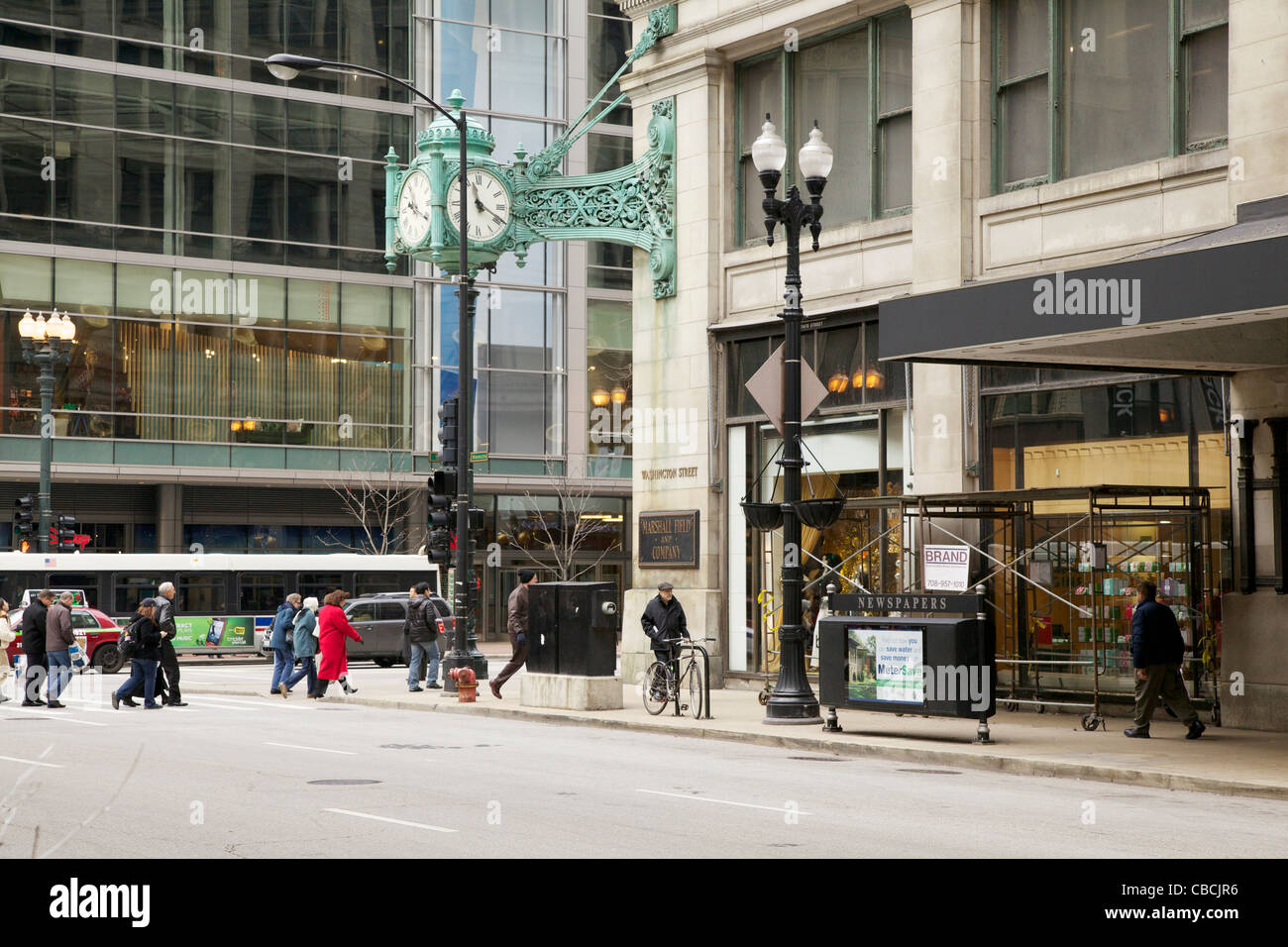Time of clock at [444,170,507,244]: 11:19
